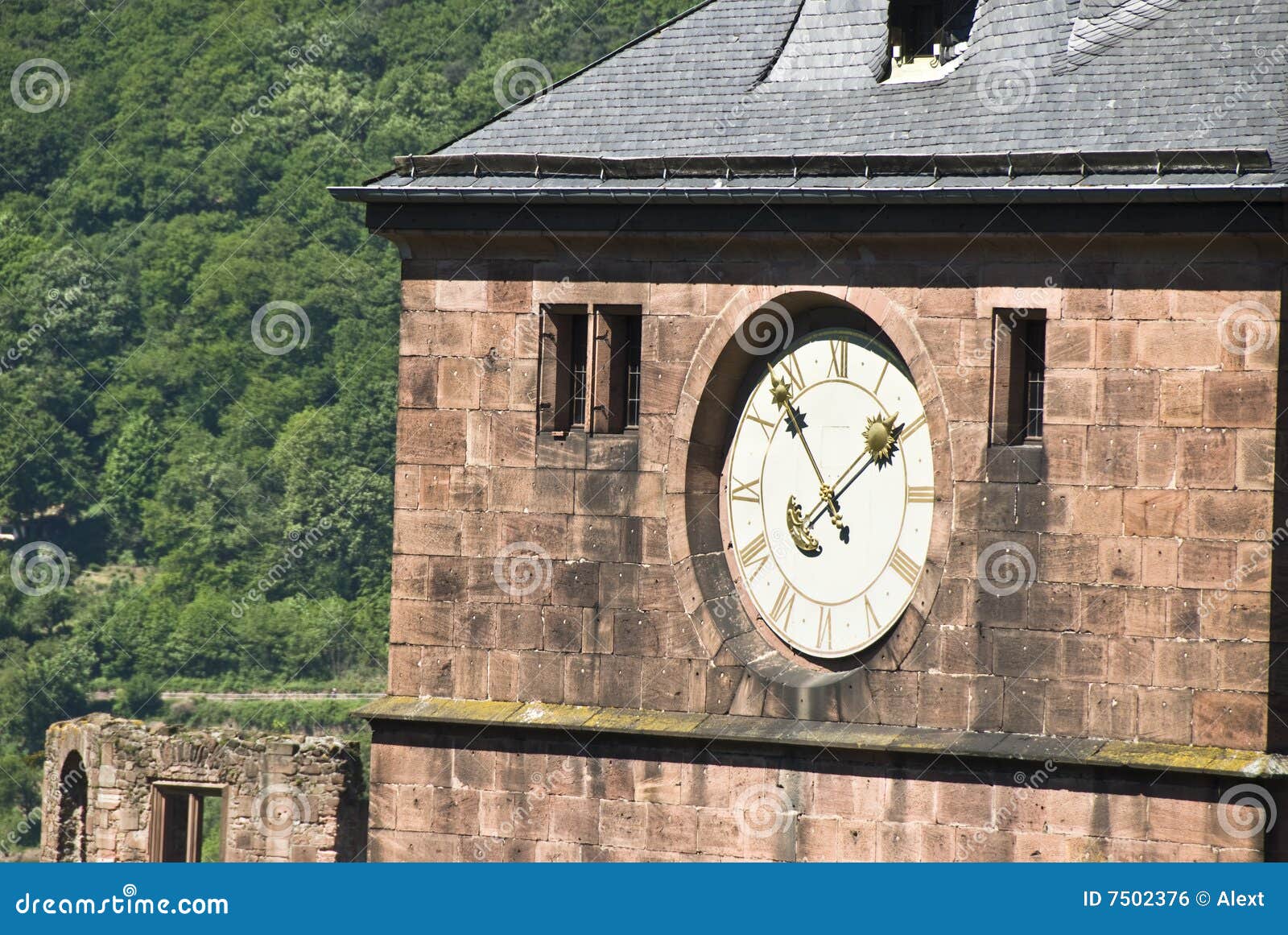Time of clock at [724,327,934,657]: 1:53
